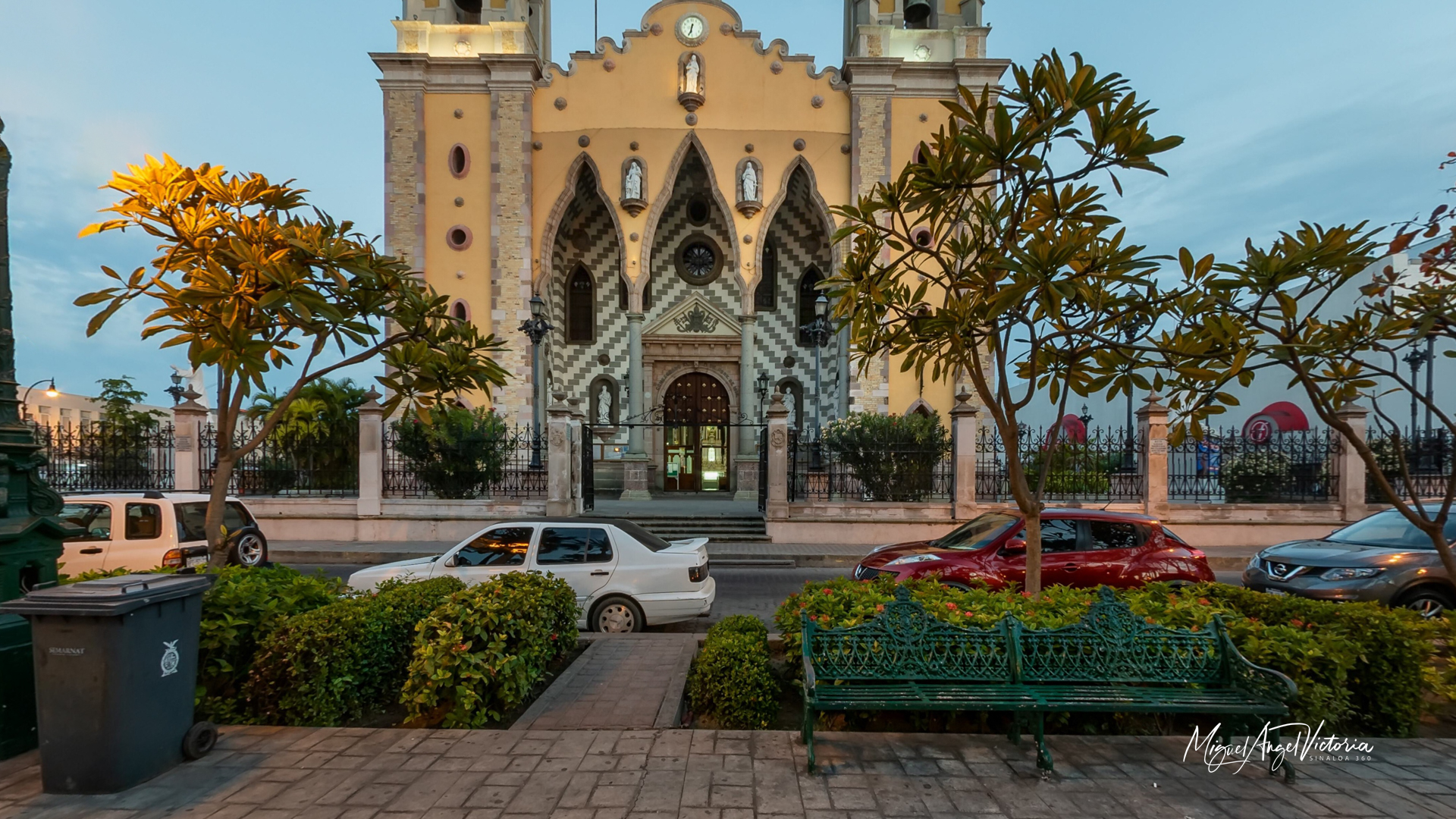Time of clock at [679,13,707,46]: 6:34
